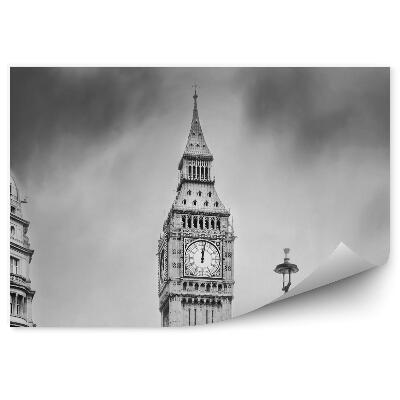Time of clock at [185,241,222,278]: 12:01
